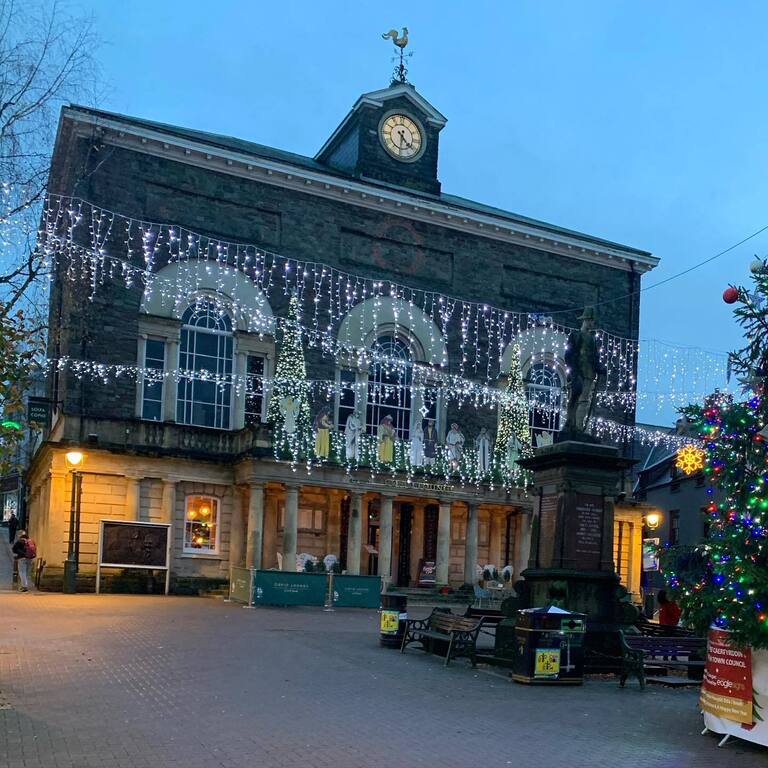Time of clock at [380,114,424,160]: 4:31
